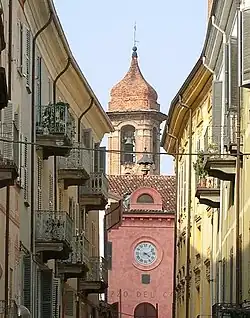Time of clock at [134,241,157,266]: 4:11
